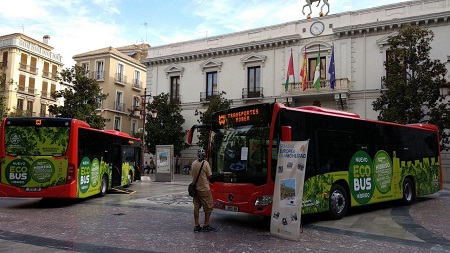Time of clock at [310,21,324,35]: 10:24
